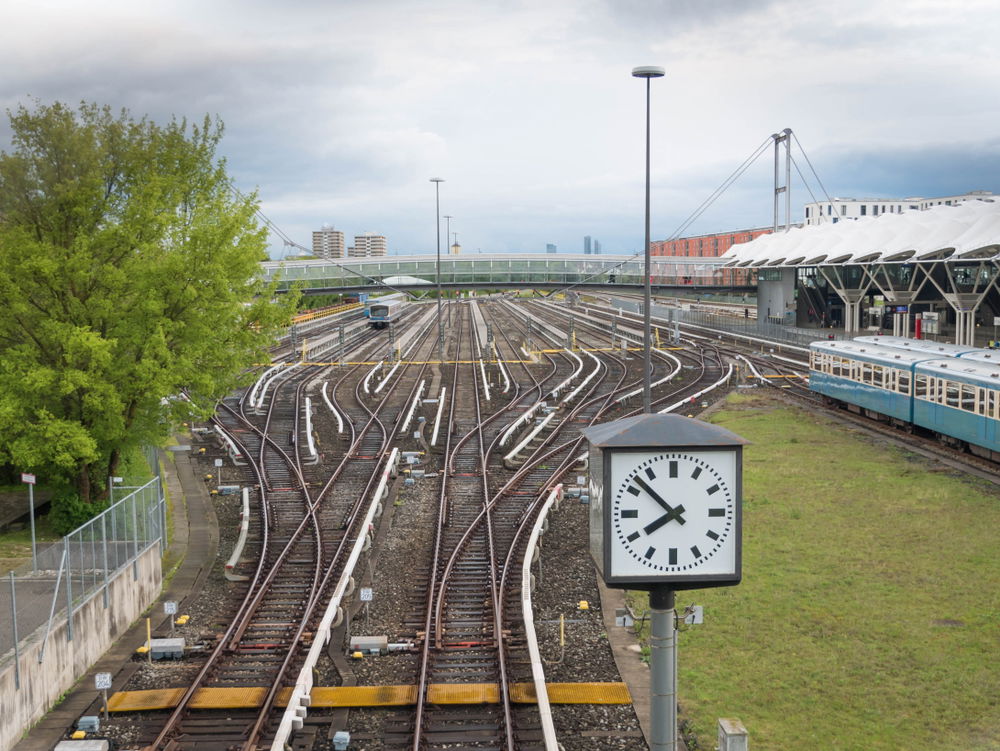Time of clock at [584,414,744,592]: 7:52
